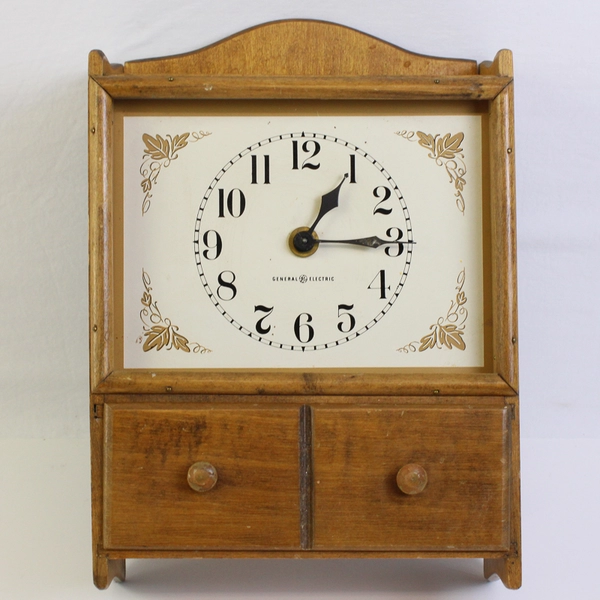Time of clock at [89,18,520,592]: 1:14
